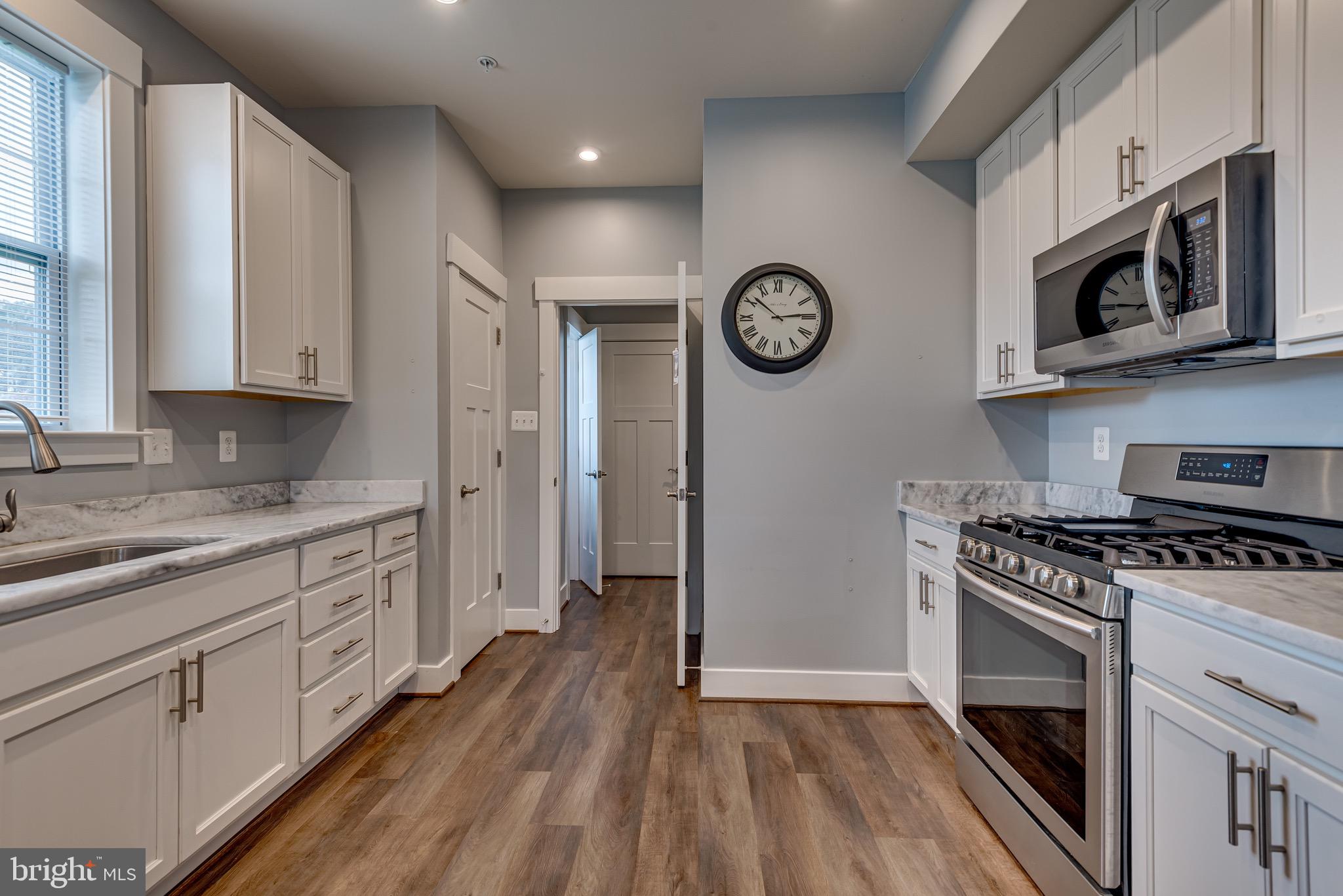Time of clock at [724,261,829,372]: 2:51
